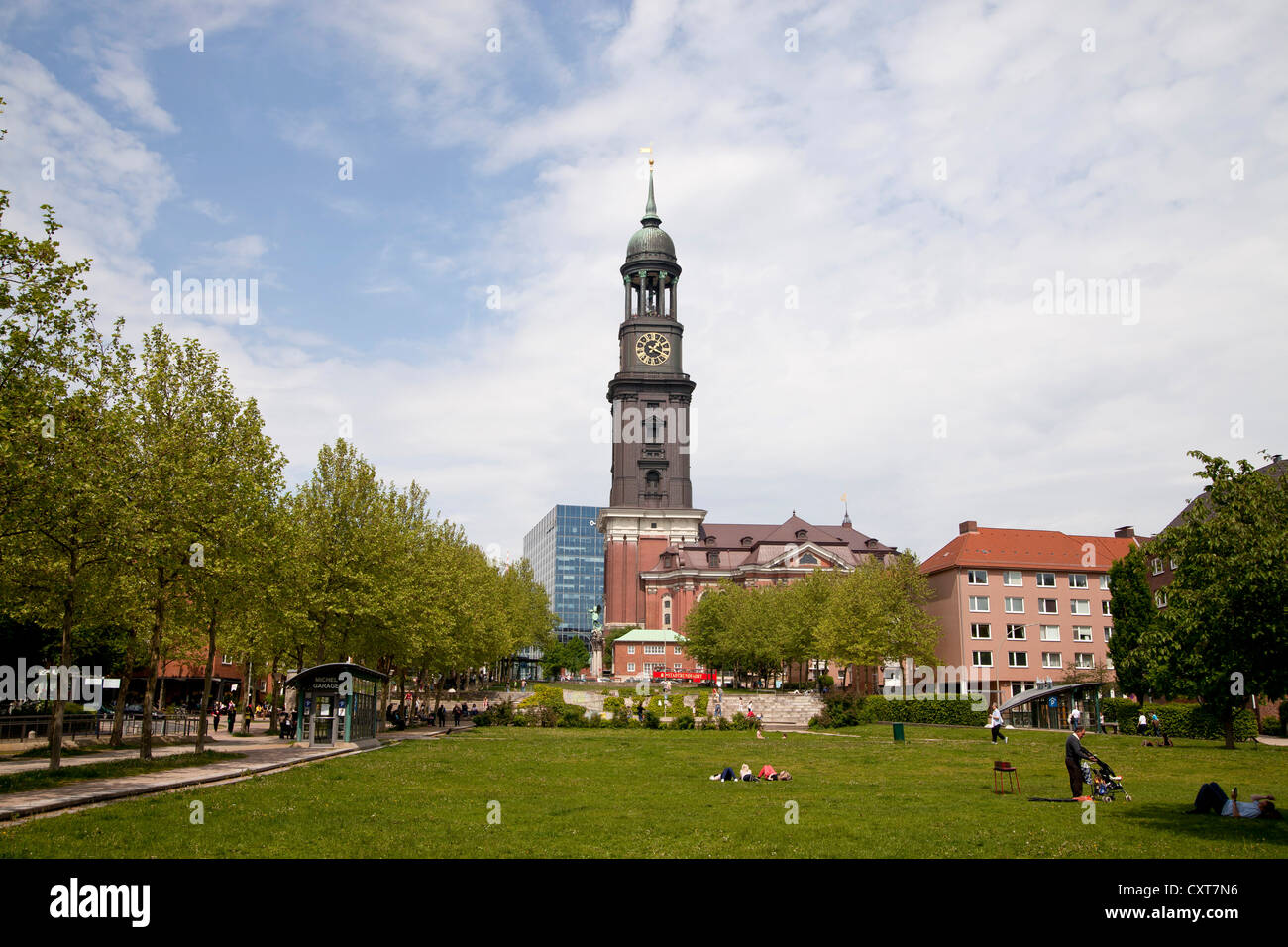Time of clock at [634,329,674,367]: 2:18
